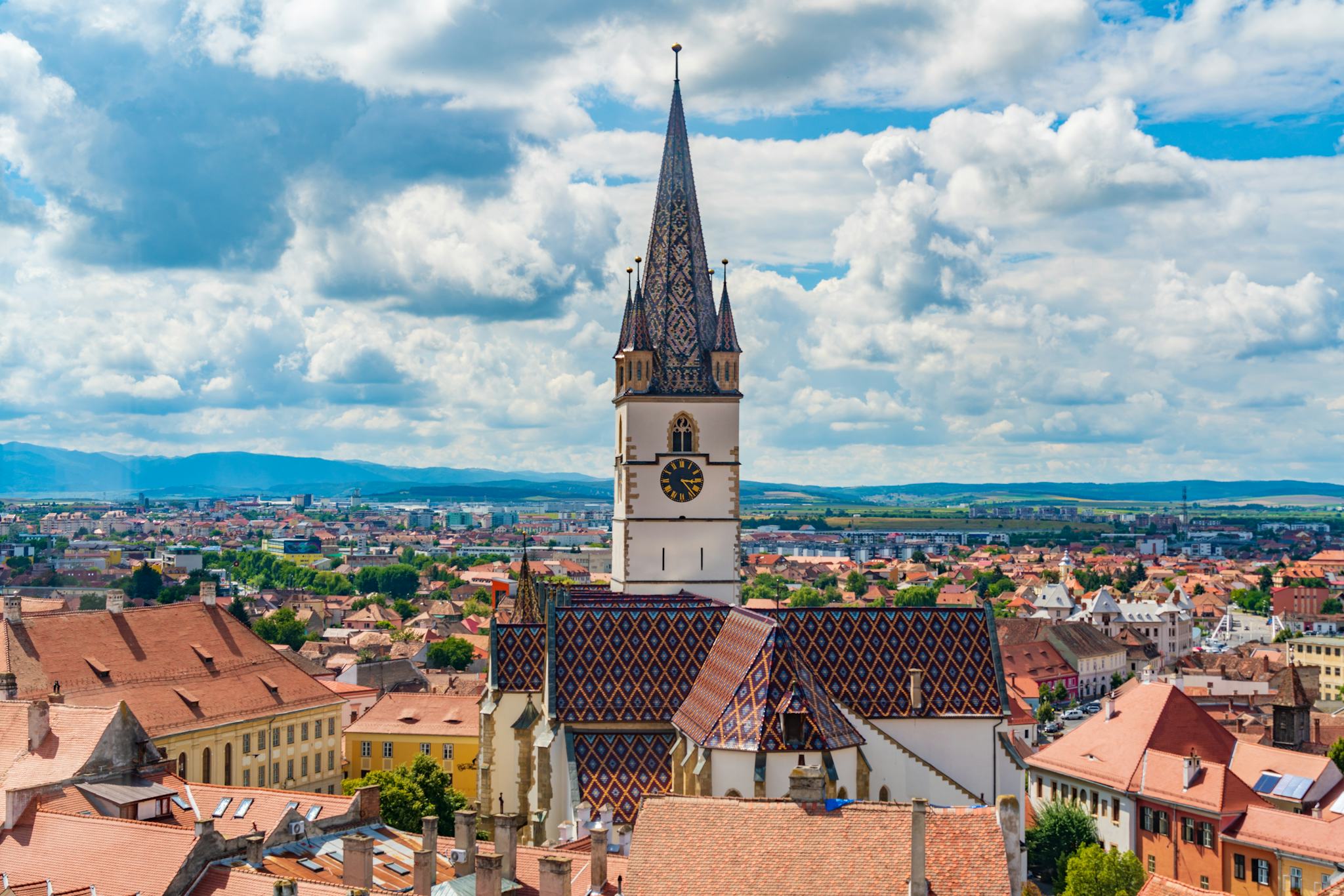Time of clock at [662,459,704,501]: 3:23
